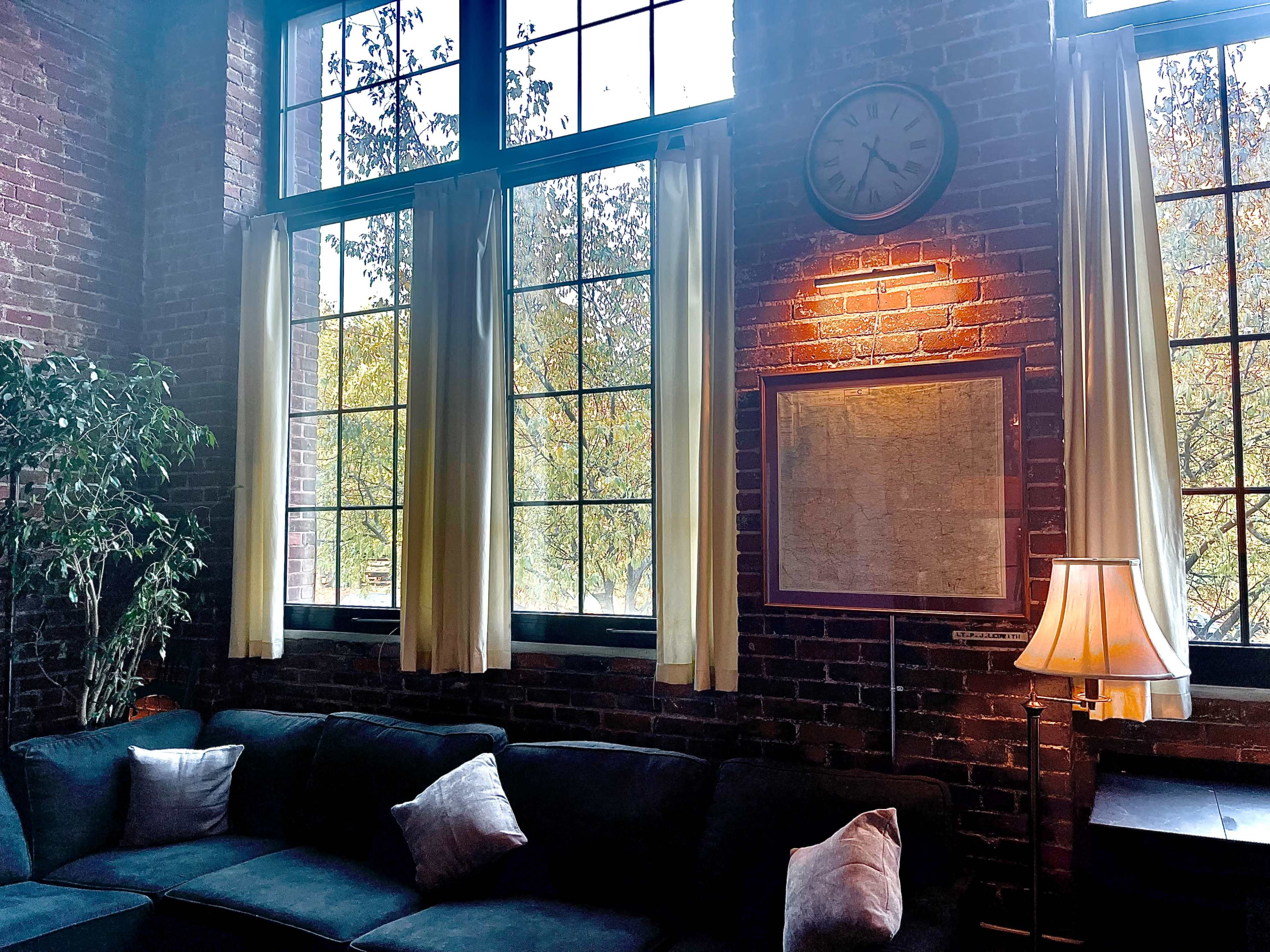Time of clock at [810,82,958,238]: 4:33
